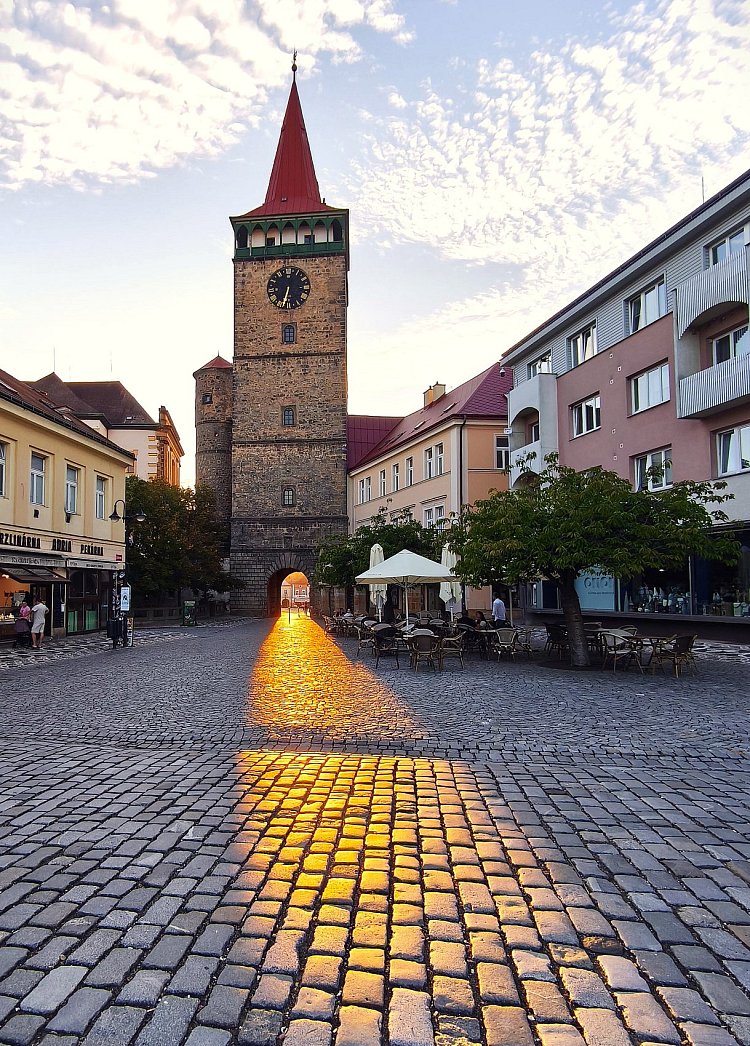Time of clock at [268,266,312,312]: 6:32
